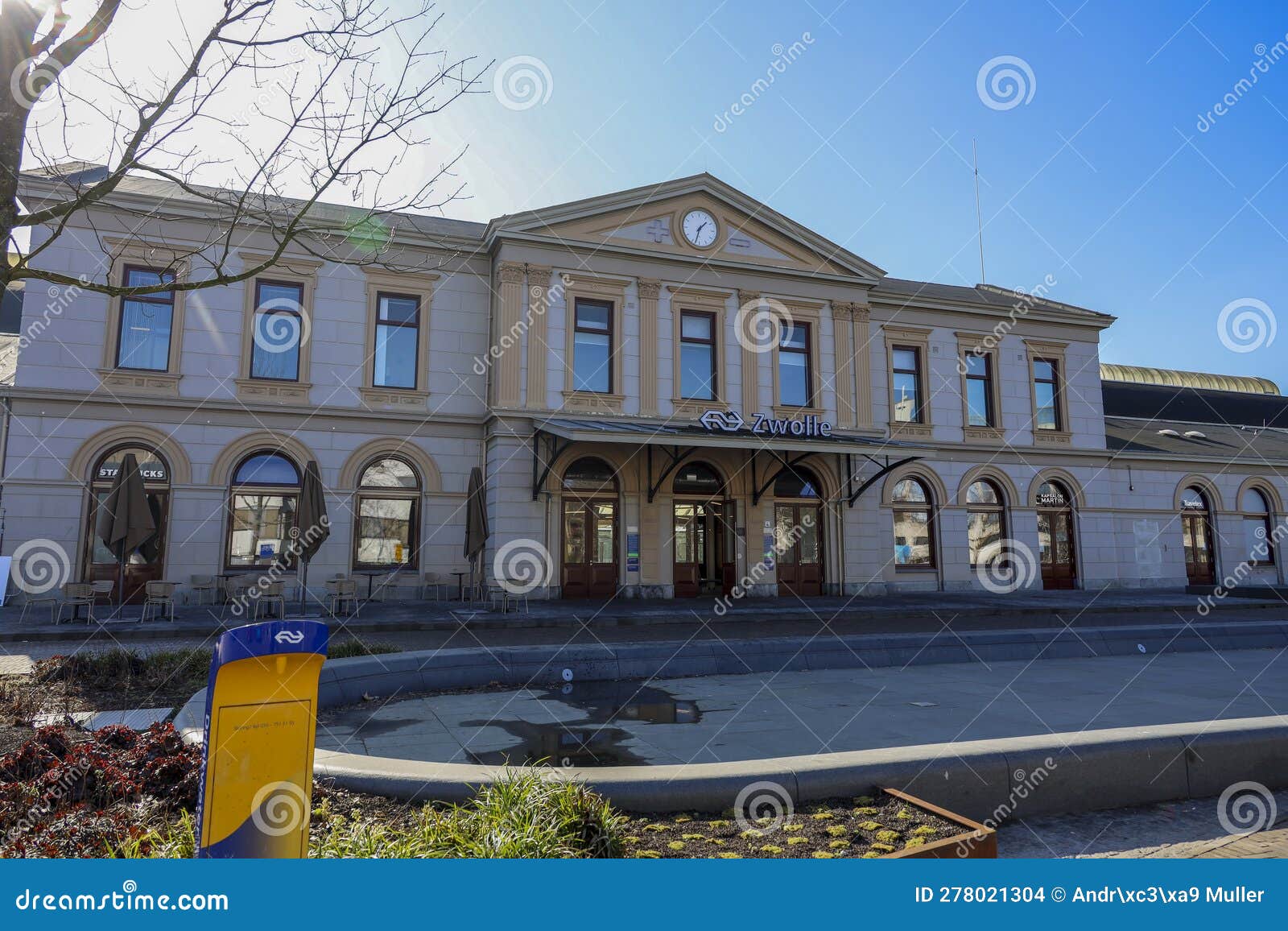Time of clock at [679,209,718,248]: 1:32
